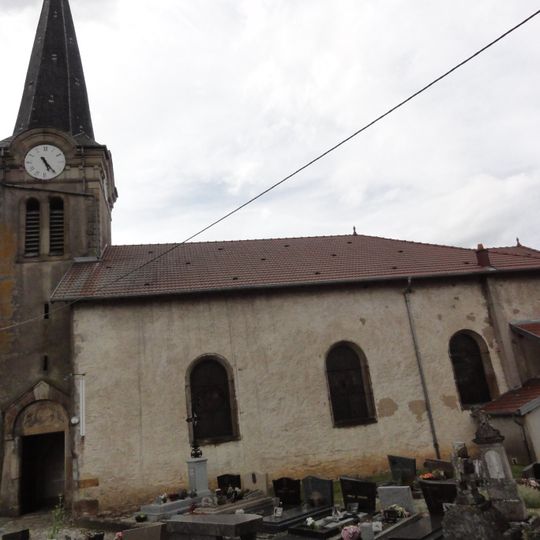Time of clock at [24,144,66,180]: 5:24
